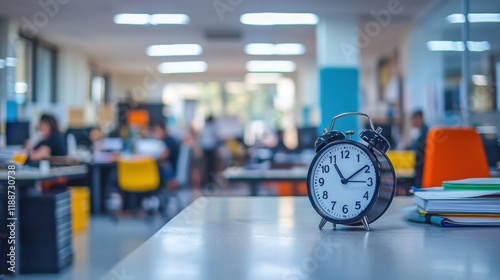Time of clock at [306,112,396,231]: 11:09
